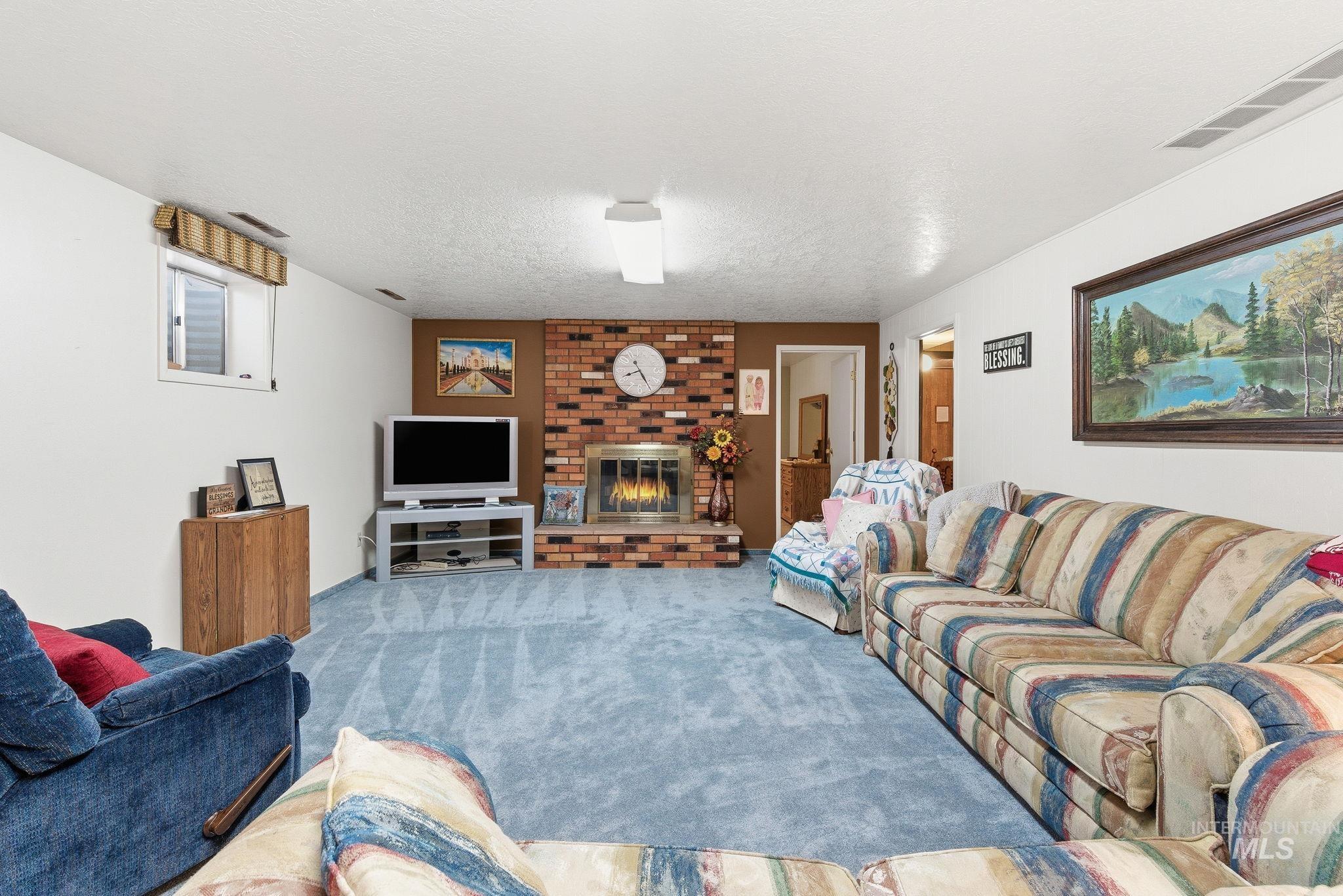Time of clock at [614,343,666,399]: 8:24
